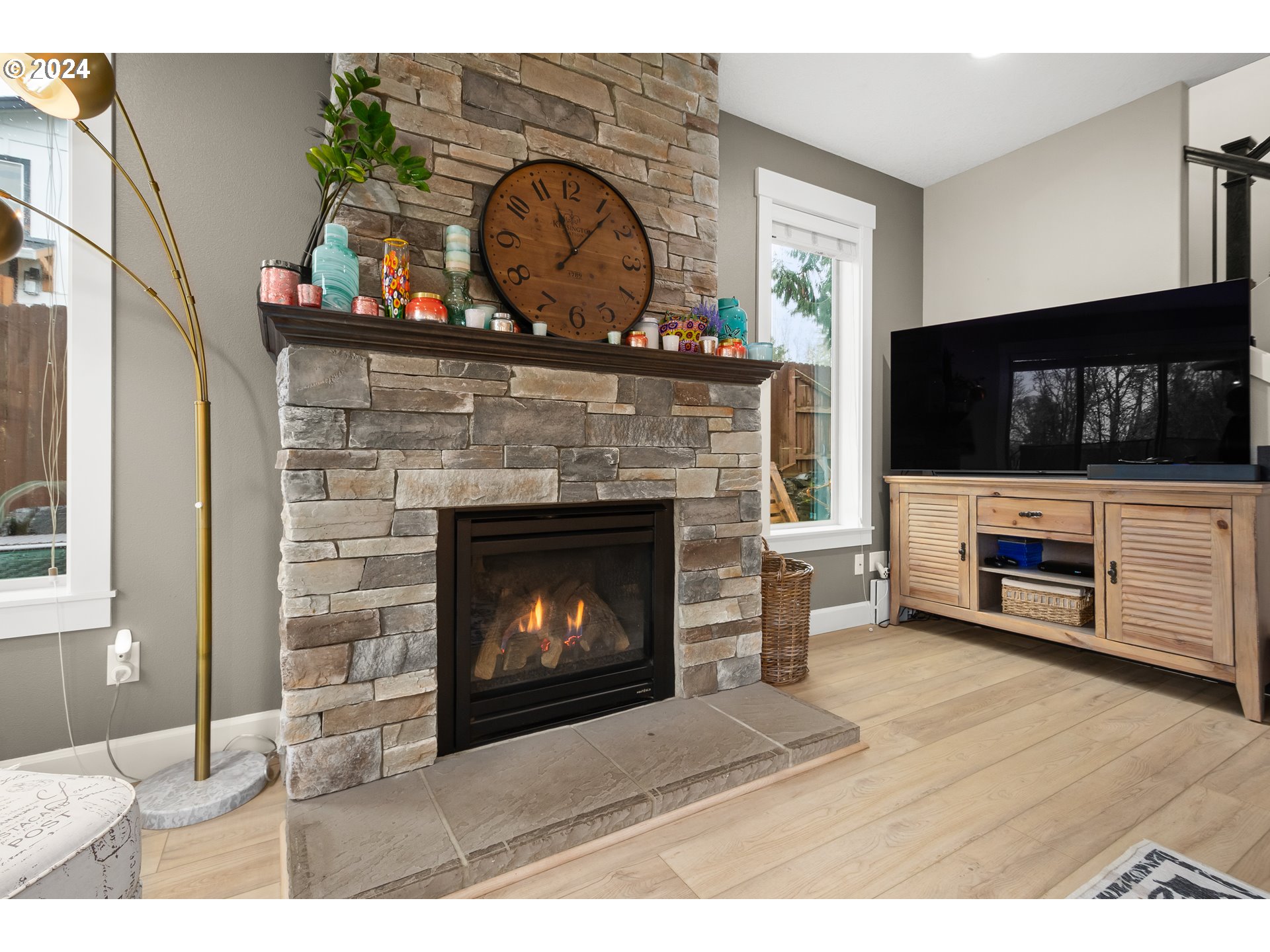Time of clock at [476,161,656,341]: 11:06
